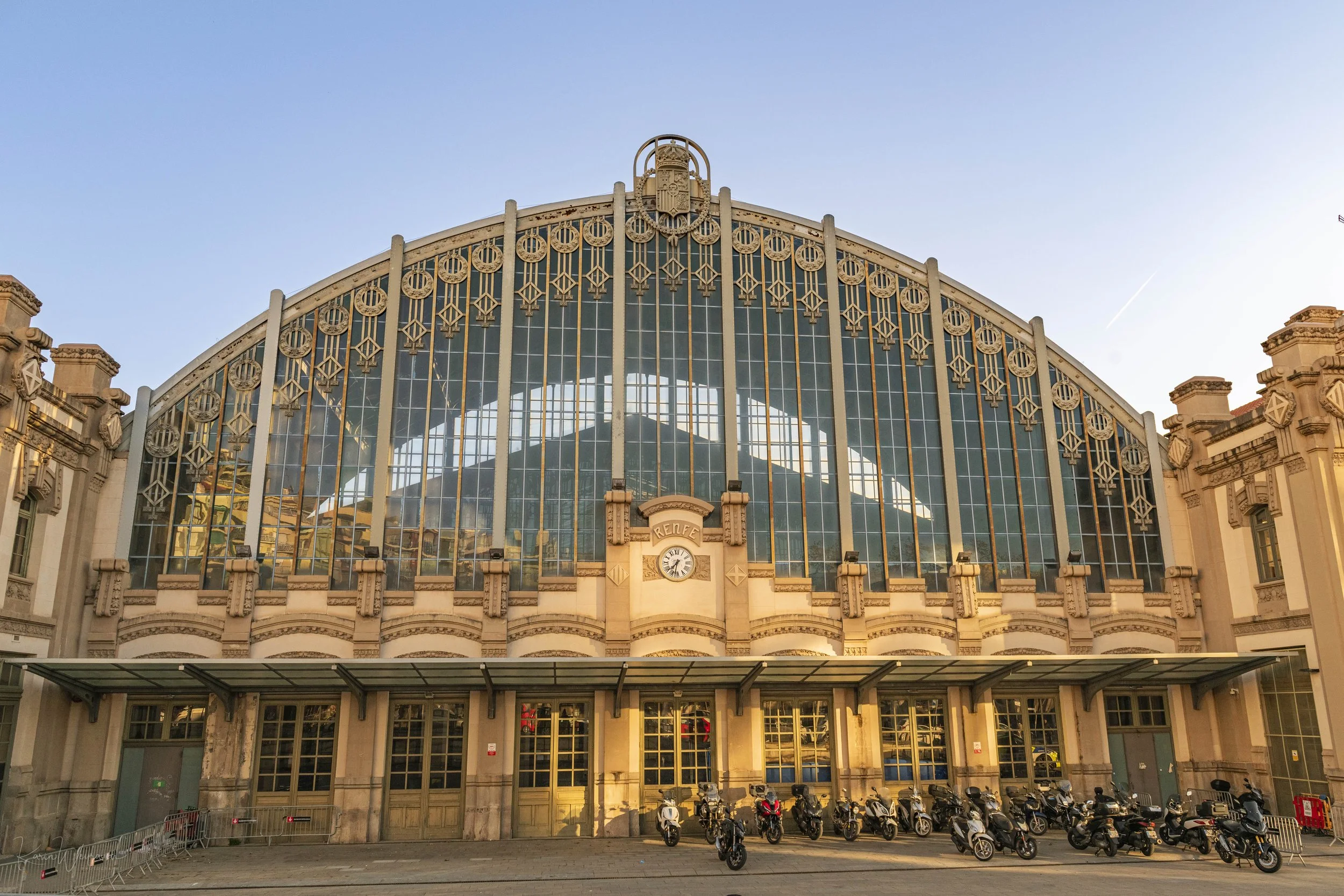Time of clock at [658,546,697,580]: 7:32
